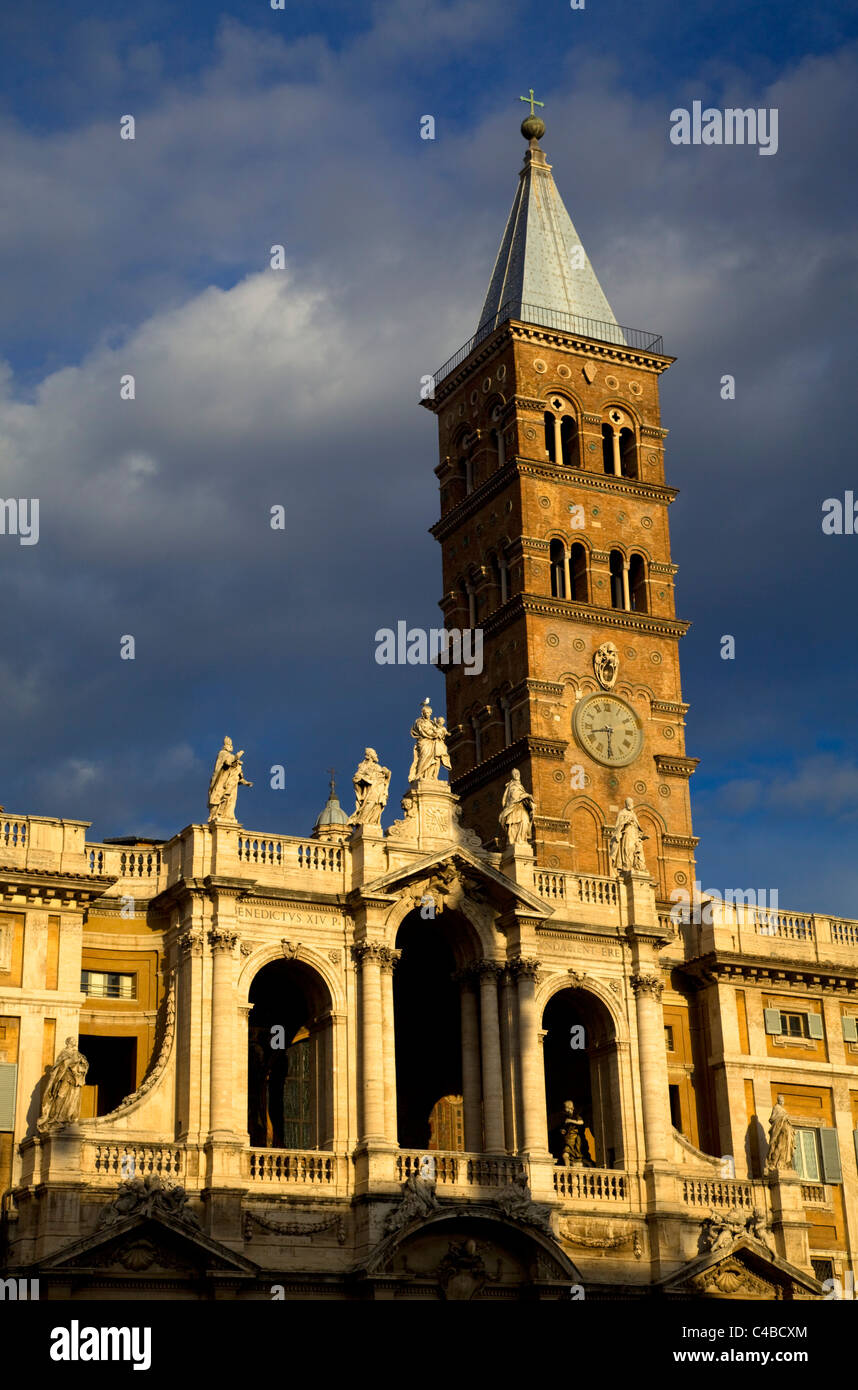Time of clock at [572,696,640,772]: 8:30
